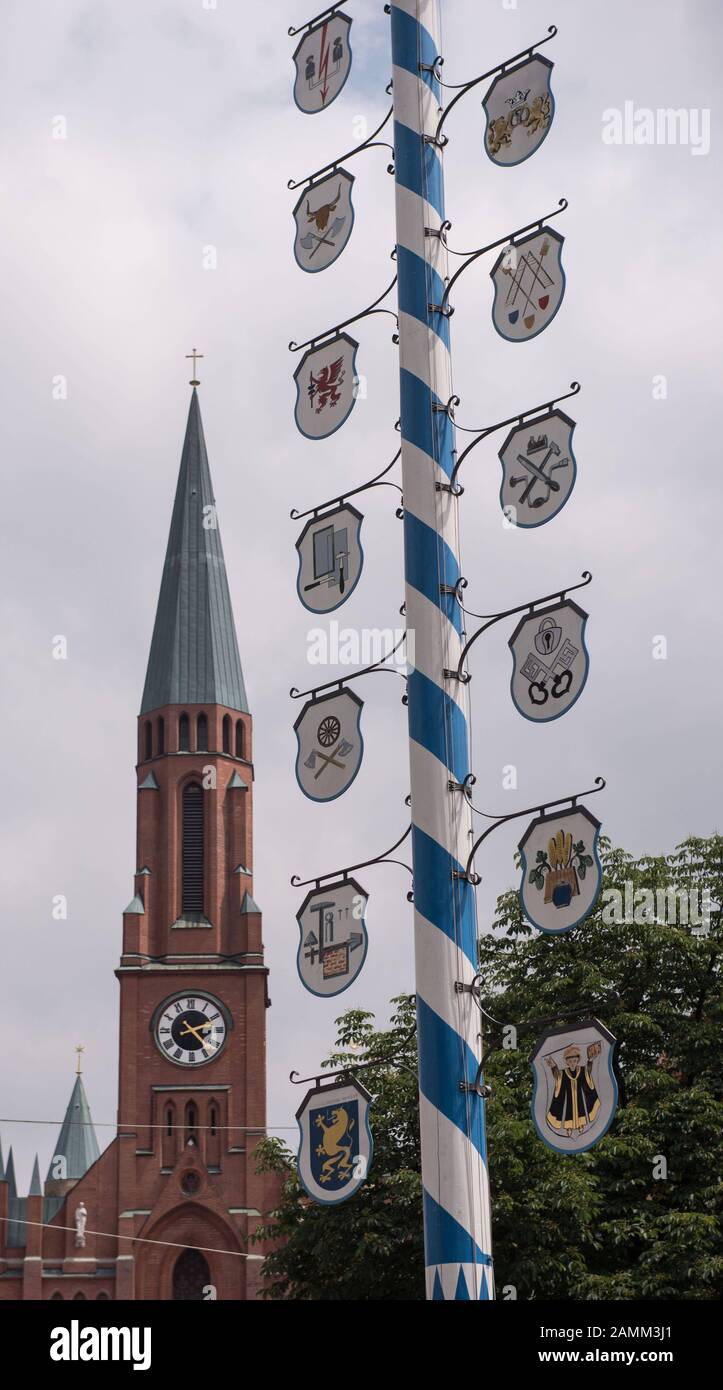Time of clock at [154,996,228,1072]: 2:23
